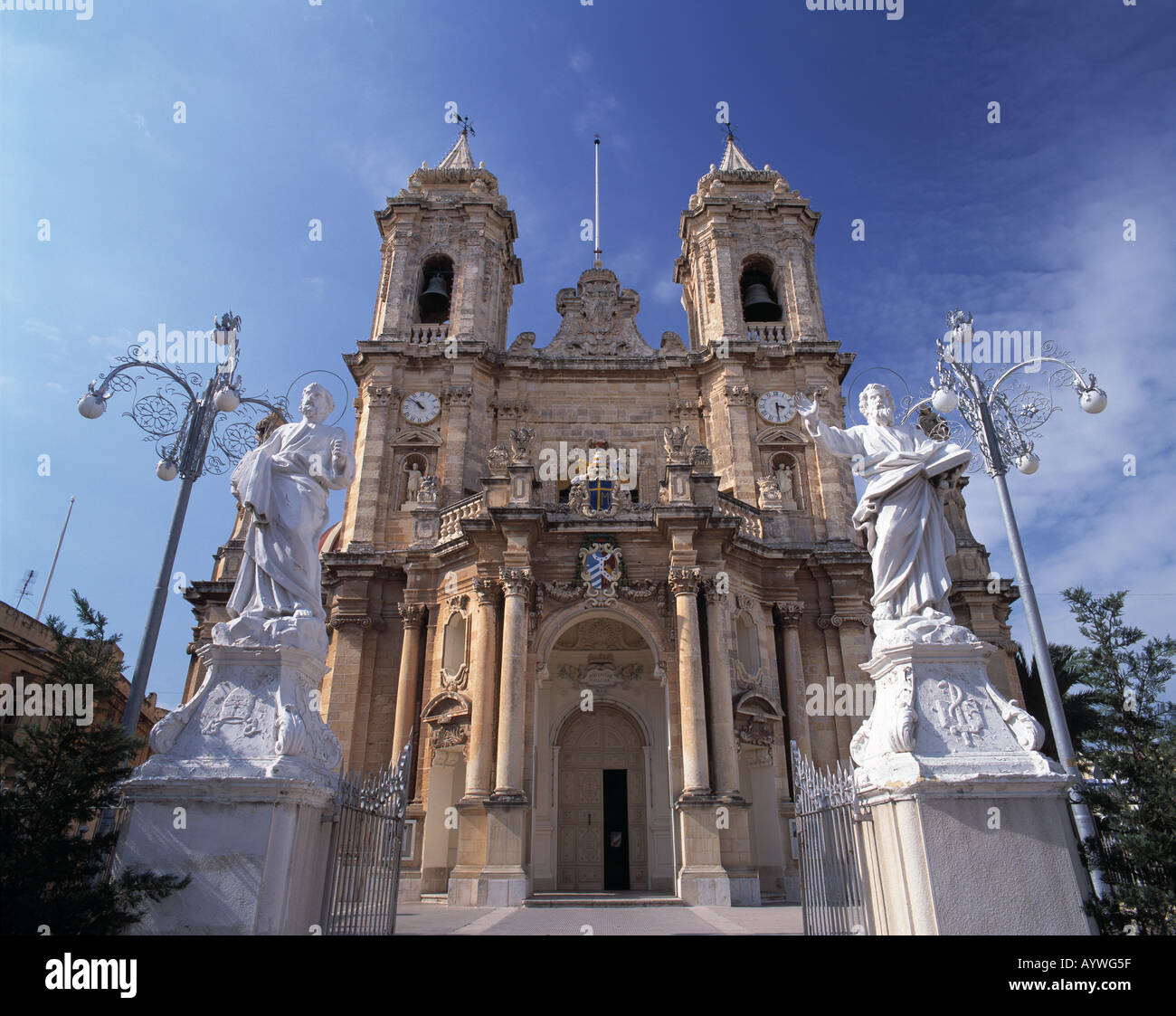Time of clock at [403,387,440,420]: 10:52
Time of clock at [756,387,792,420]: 3:29
